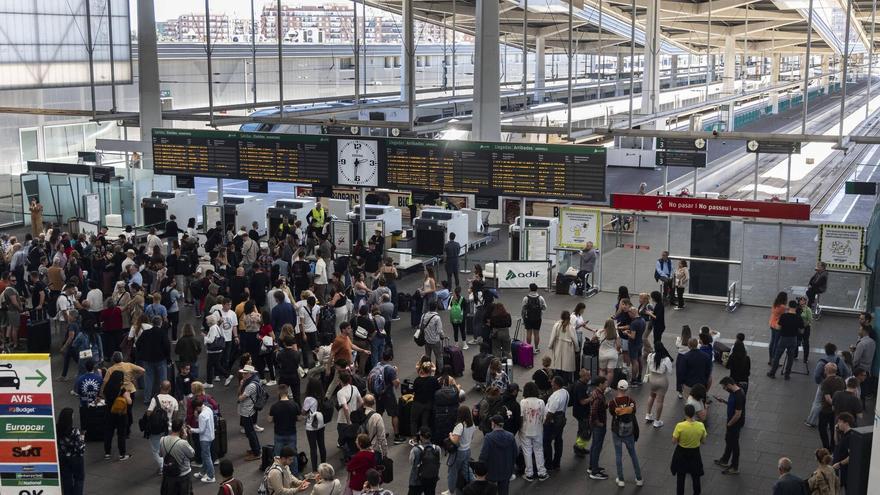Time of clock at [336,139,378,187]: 2:31
